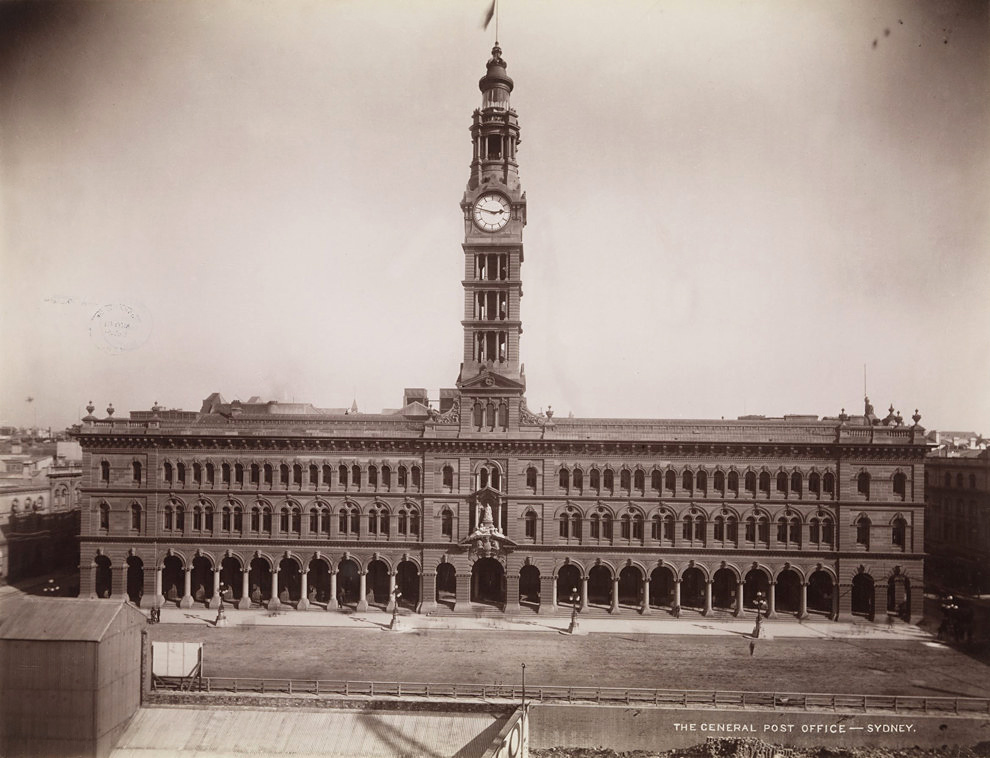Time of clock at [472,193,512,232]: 2:47
